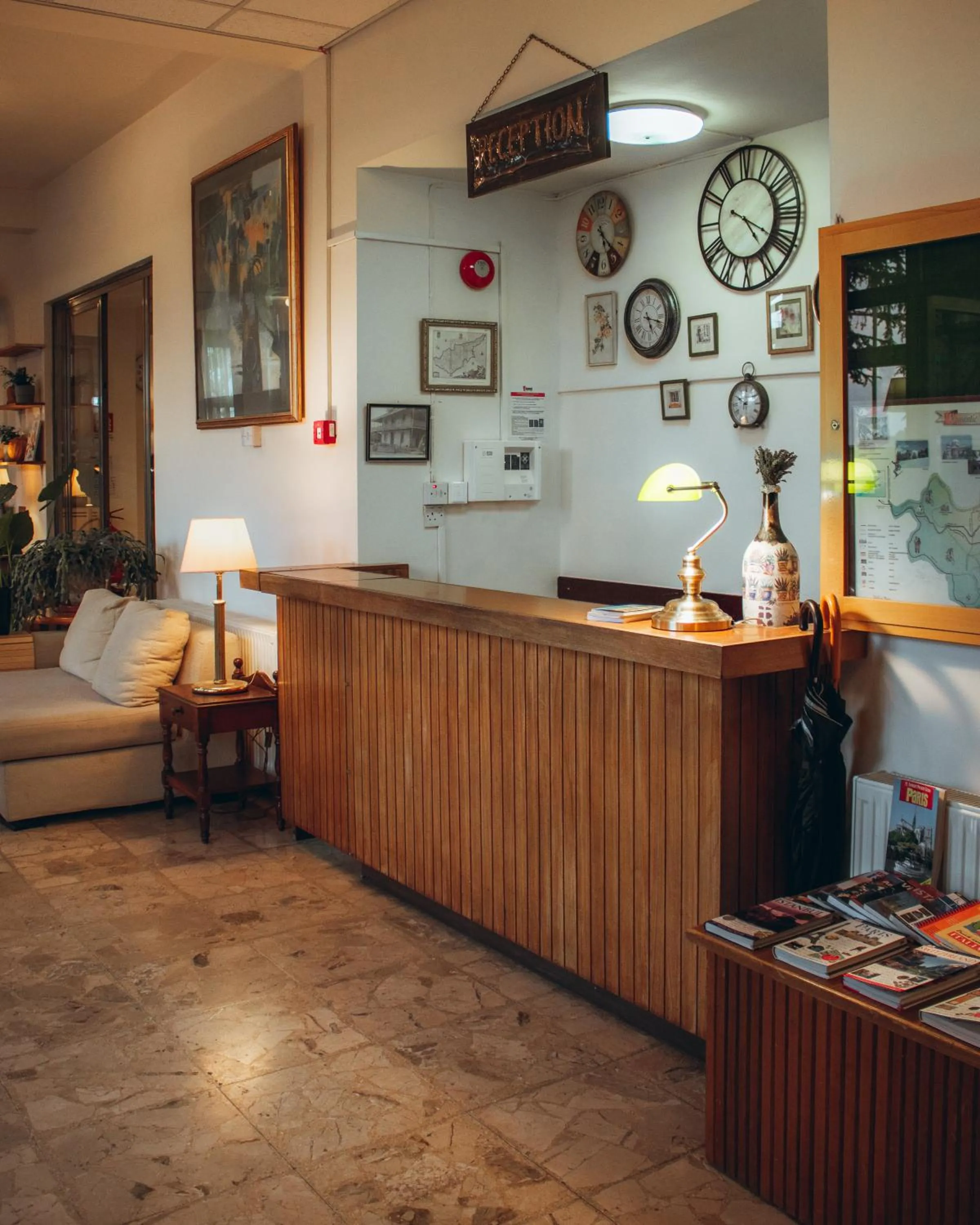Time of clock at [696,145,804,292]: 4:19
